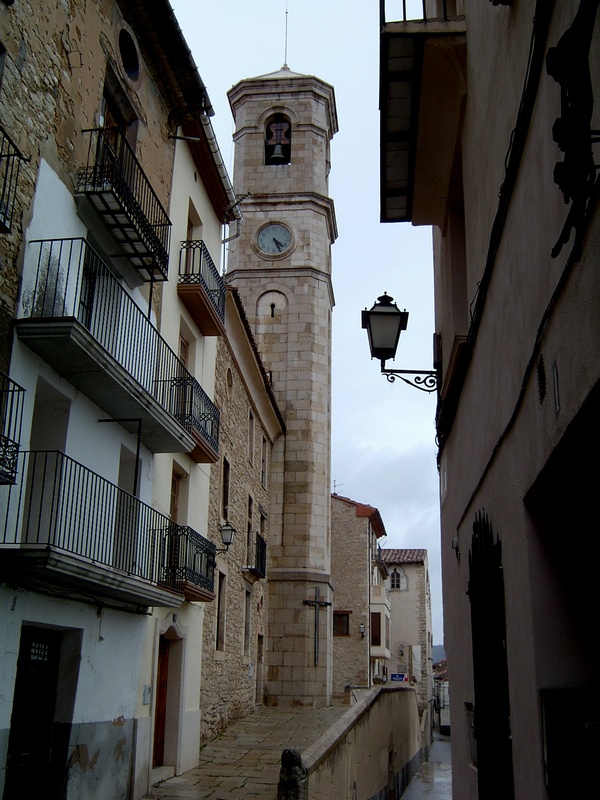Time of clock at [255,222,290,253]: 4:26
